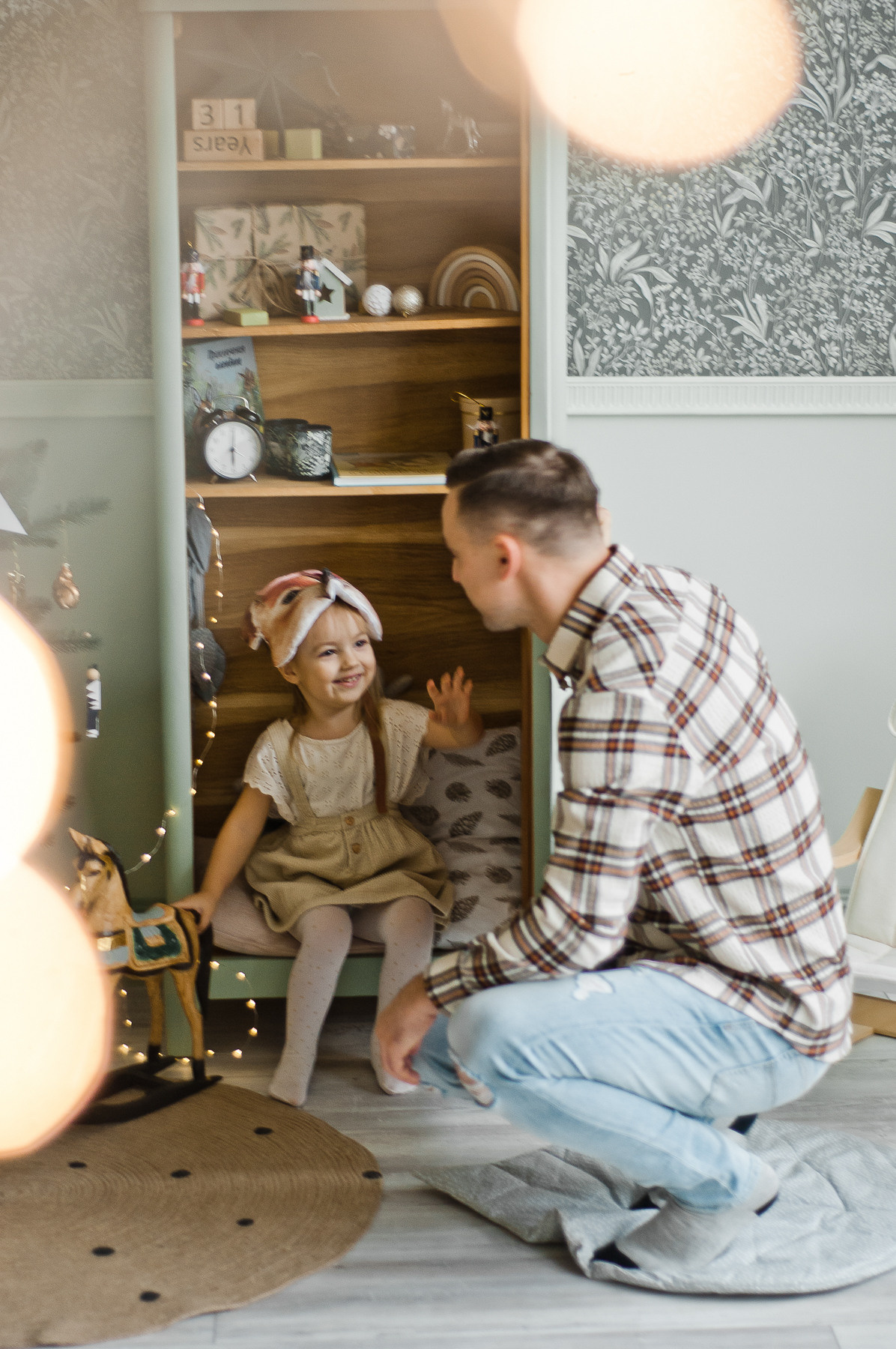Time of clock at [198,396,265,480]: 6:01
